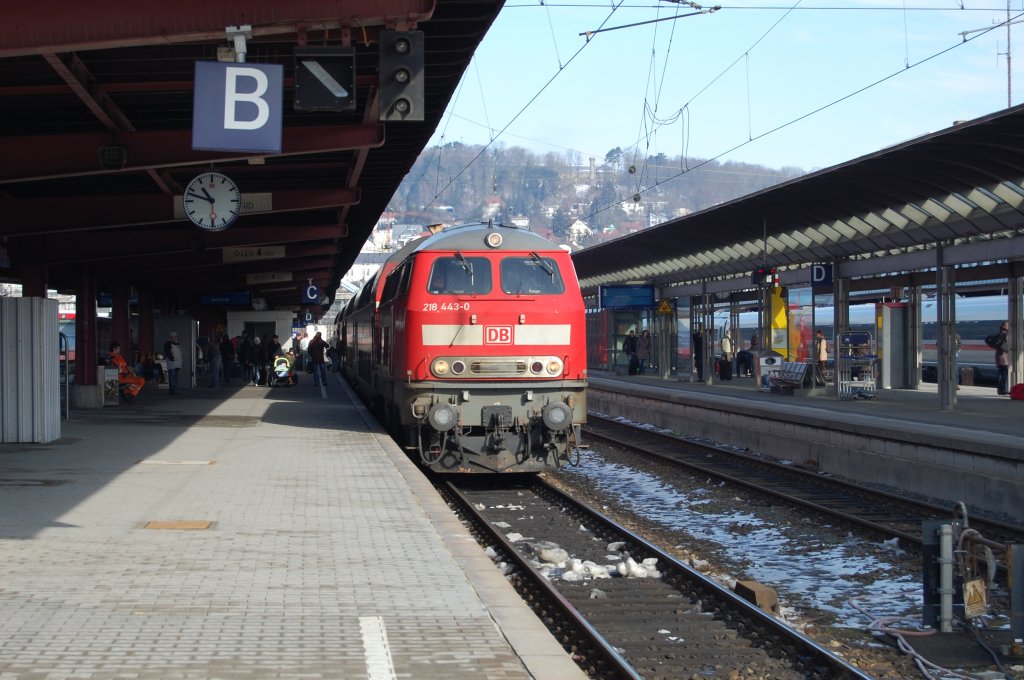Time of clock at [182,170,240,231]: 10:48
